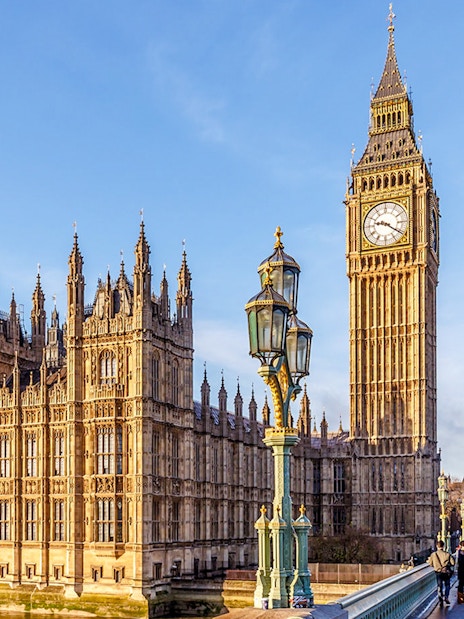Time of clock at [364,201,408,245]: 9:20
